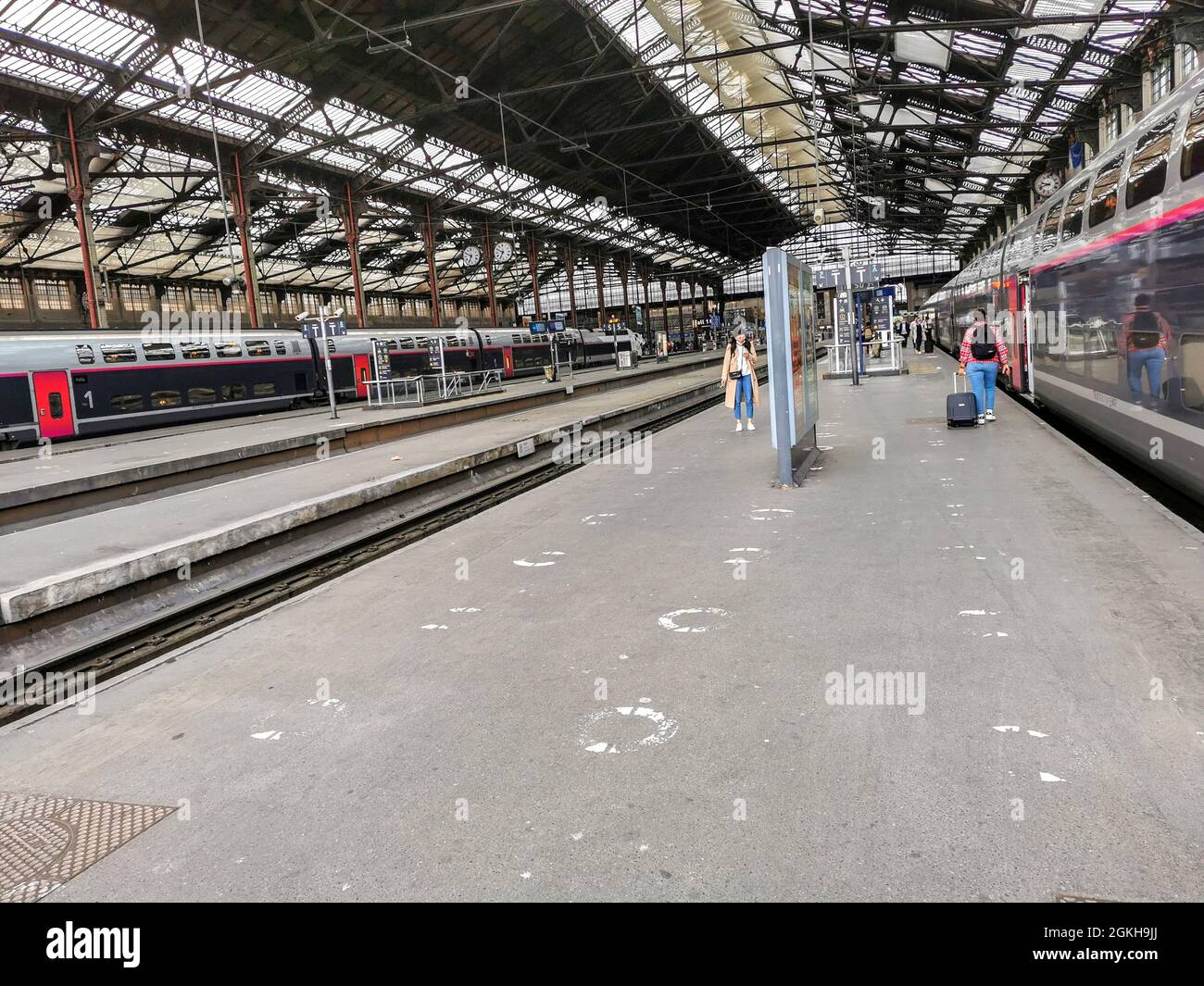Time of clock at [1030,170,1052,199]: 9:42
